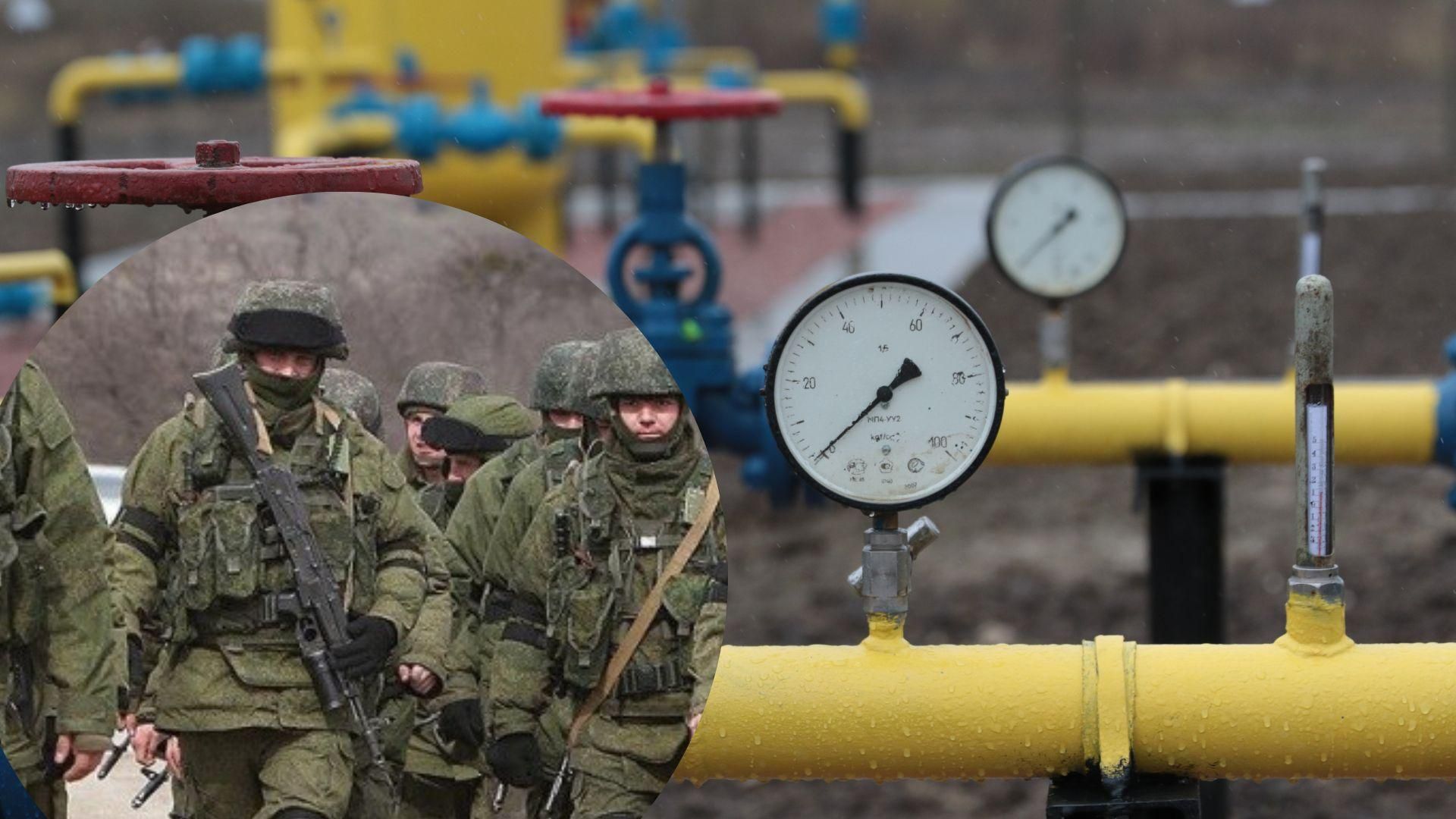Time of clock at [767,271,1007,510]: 1:35
